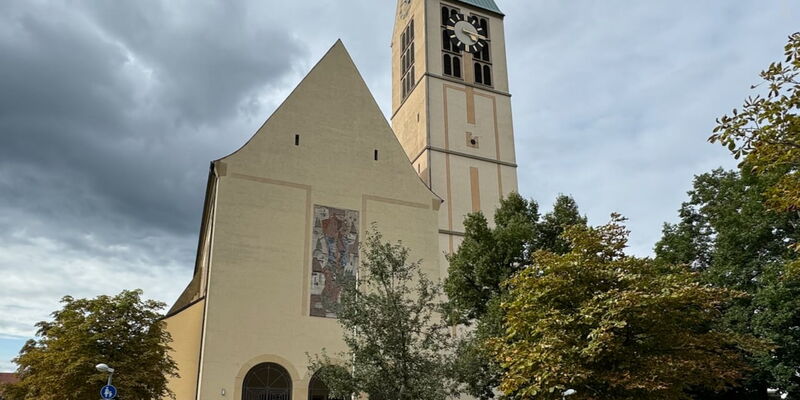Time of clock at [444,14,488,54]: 4:15
